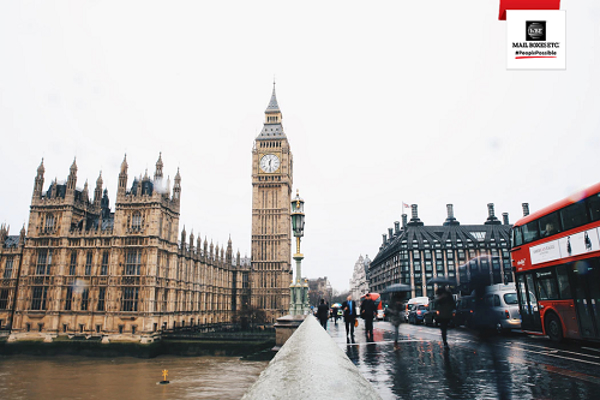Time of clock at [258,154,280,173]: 12:28
